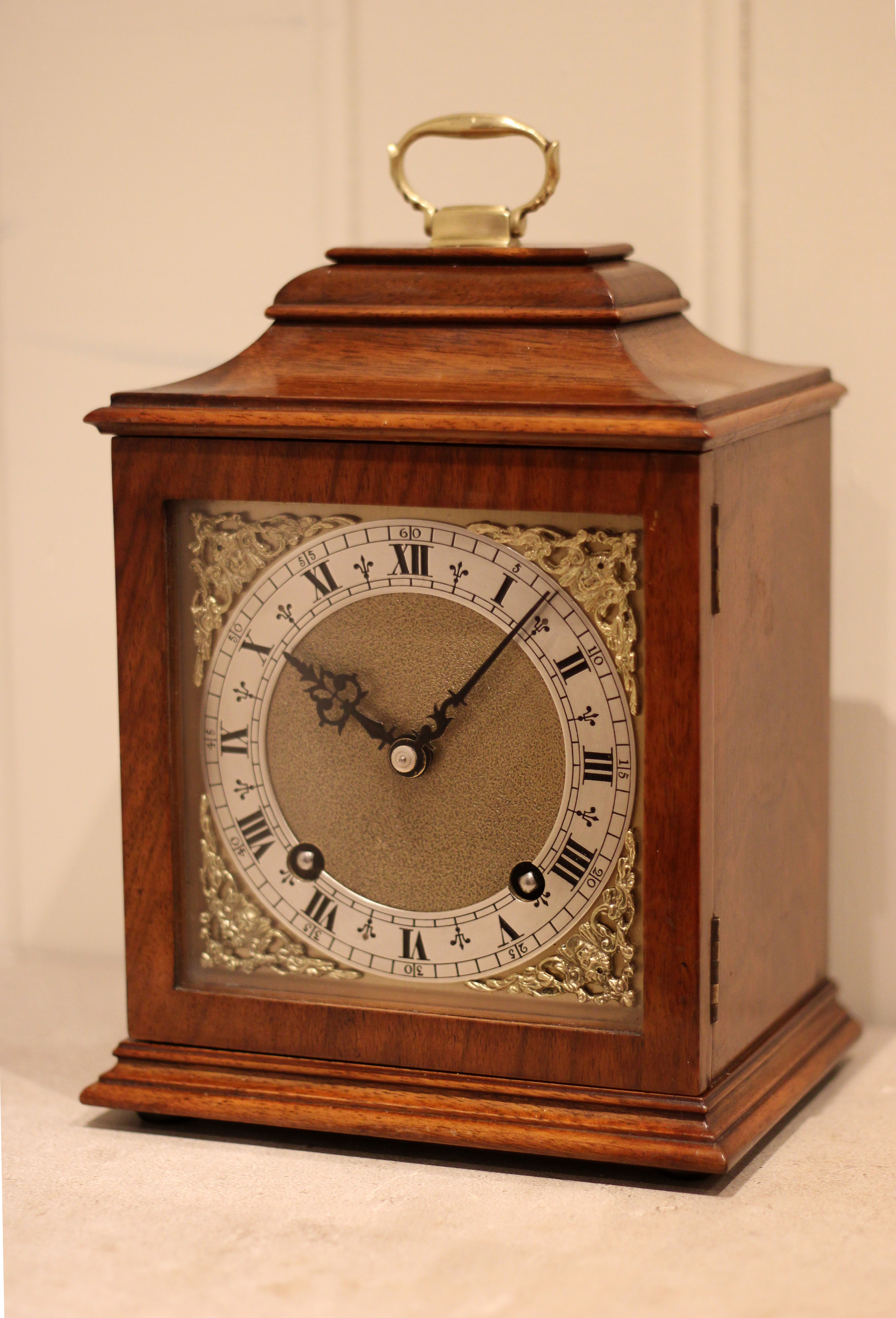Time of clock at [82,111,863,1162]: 10:07
